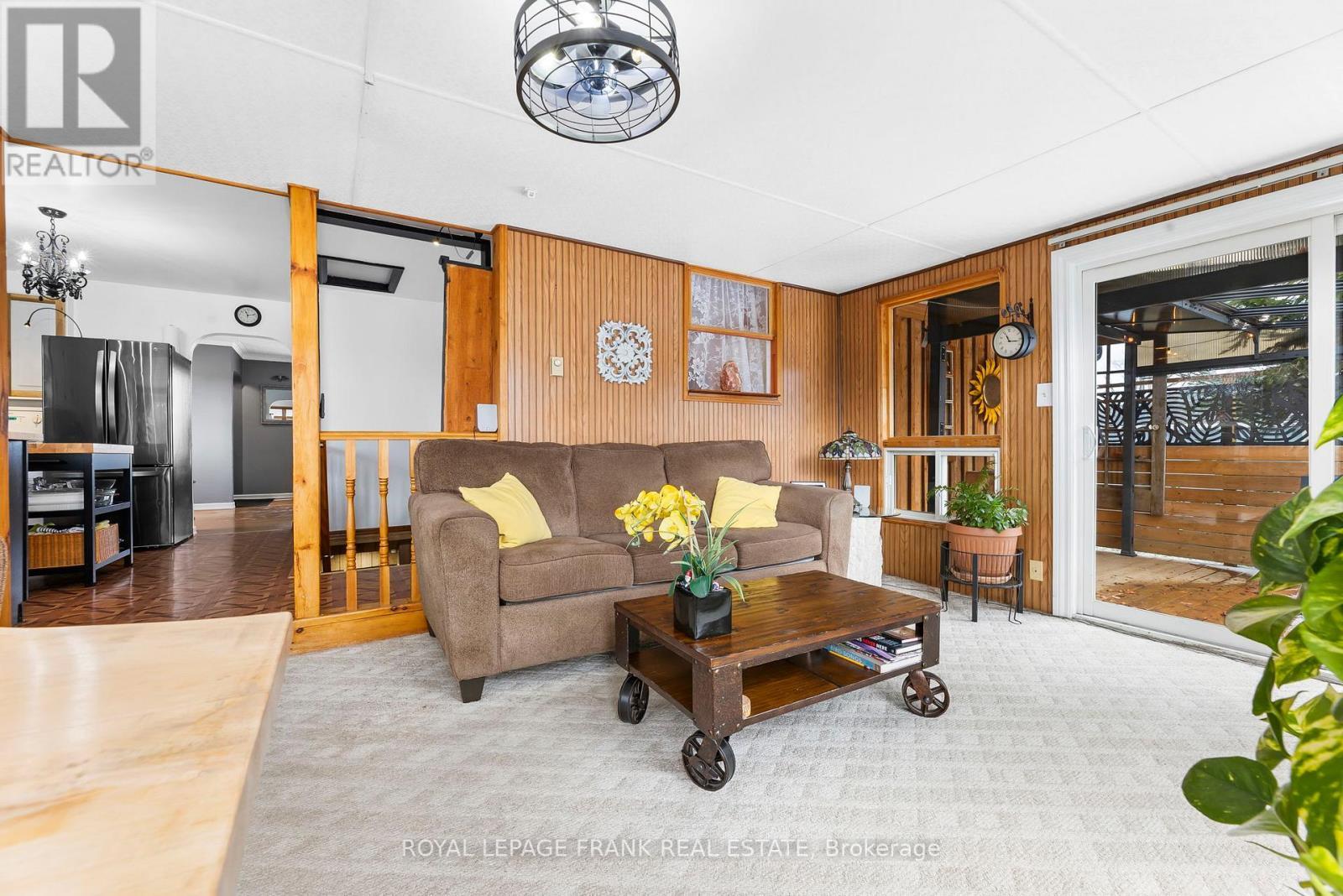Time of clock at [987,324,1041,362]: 11:17
